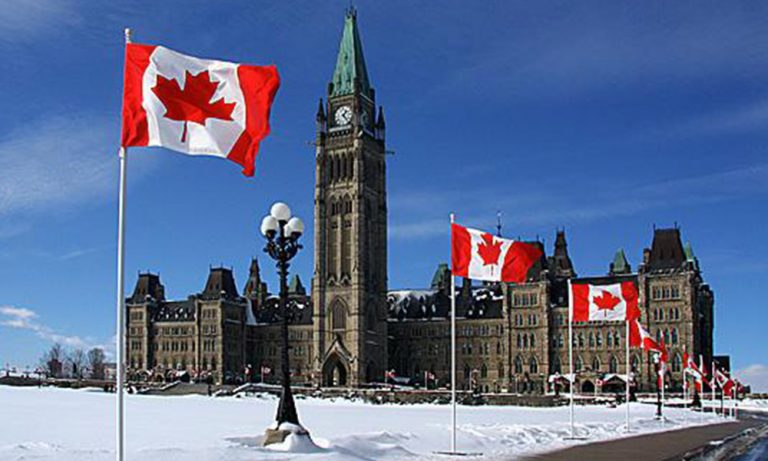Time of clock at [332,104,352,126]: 1:23
